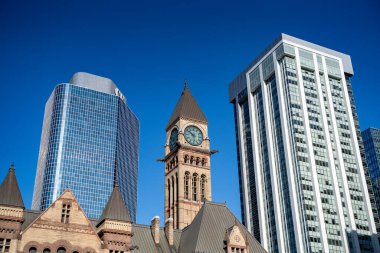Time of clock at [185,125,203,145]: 5:51
